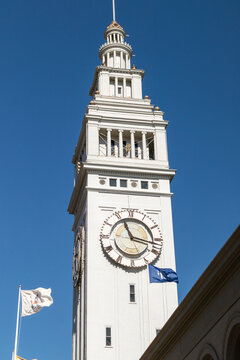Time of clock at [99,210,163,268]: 11:17
